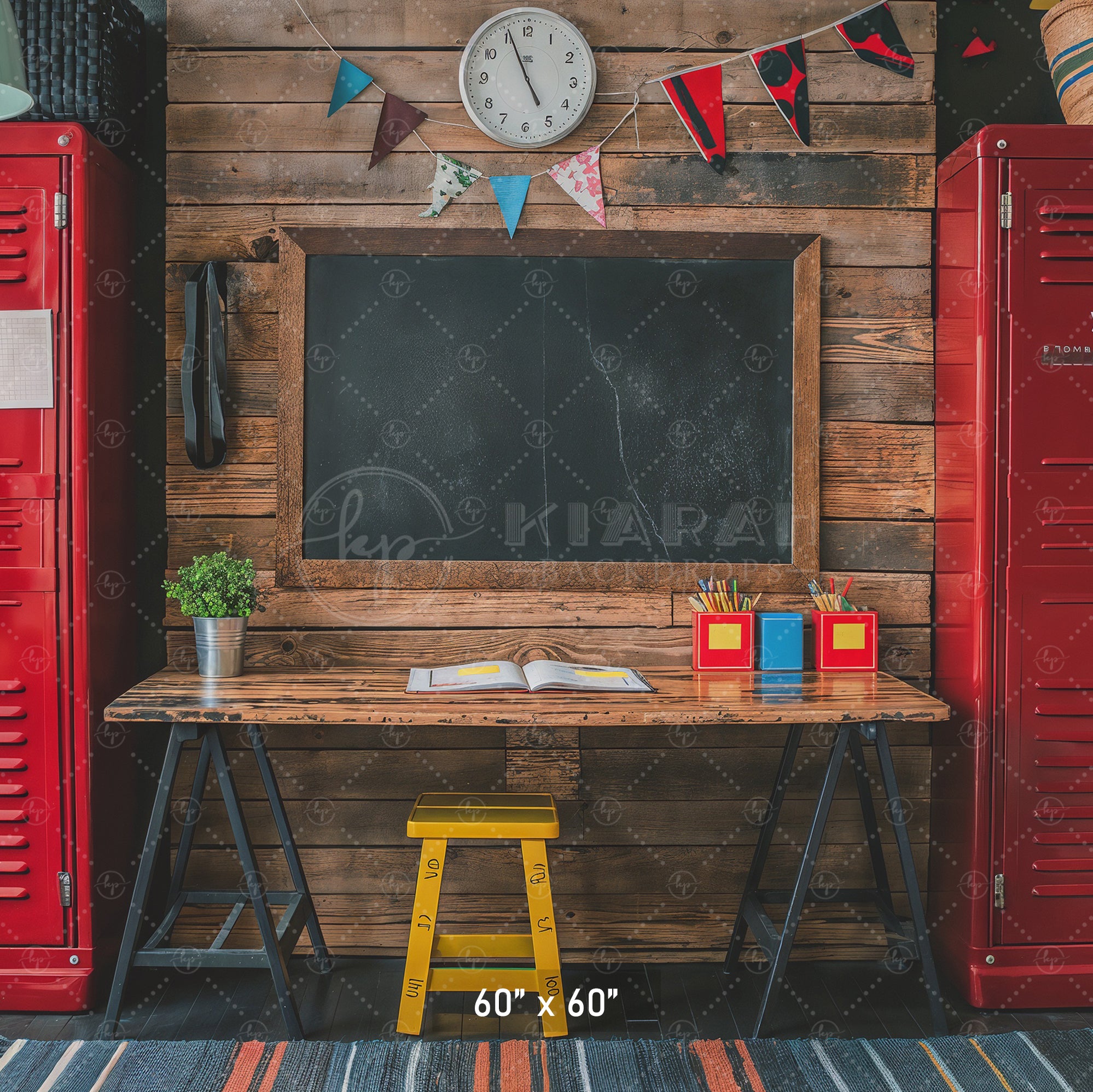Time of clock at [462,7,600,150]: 4:56
